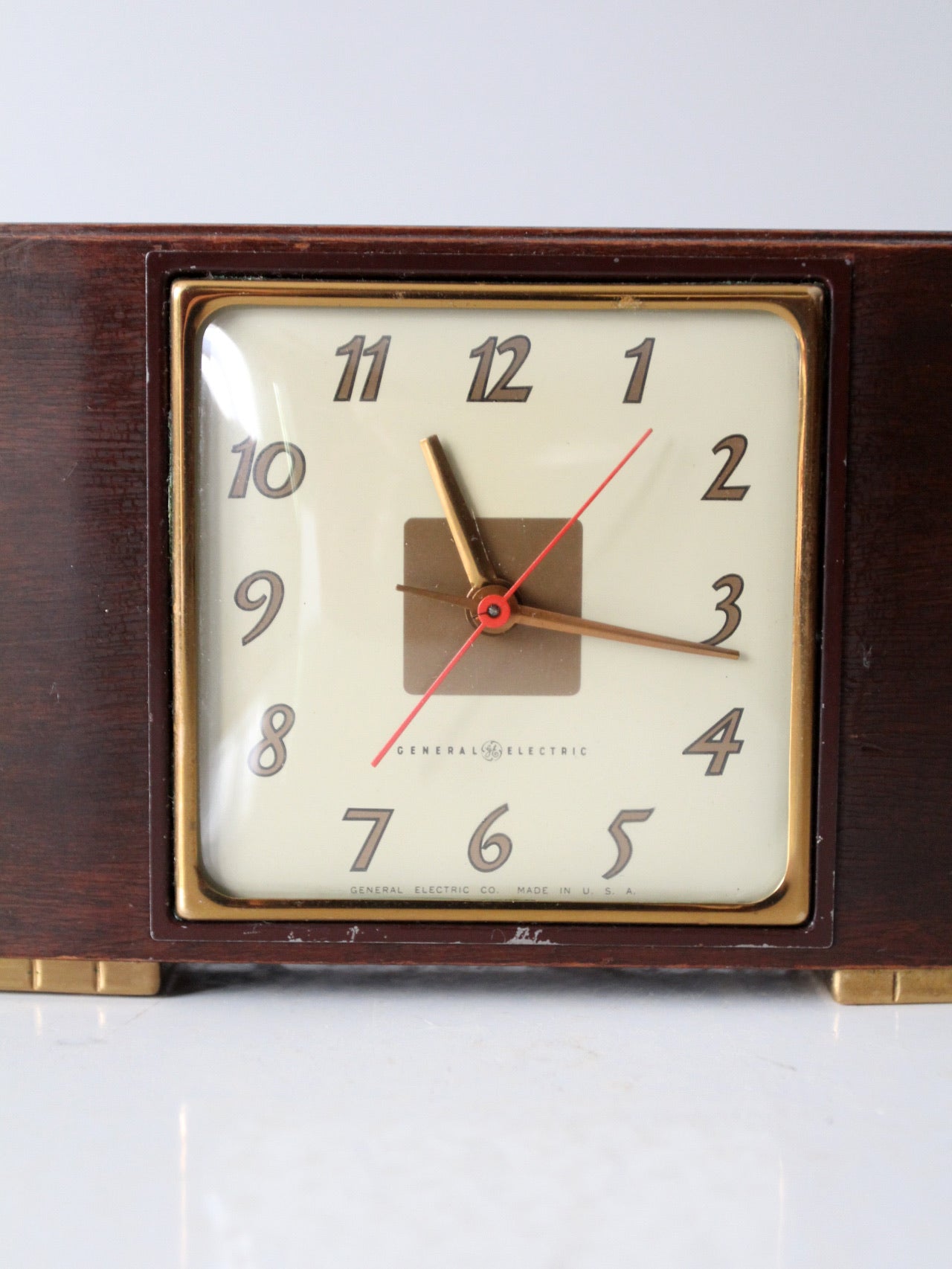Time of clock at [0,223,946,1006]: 11:17
